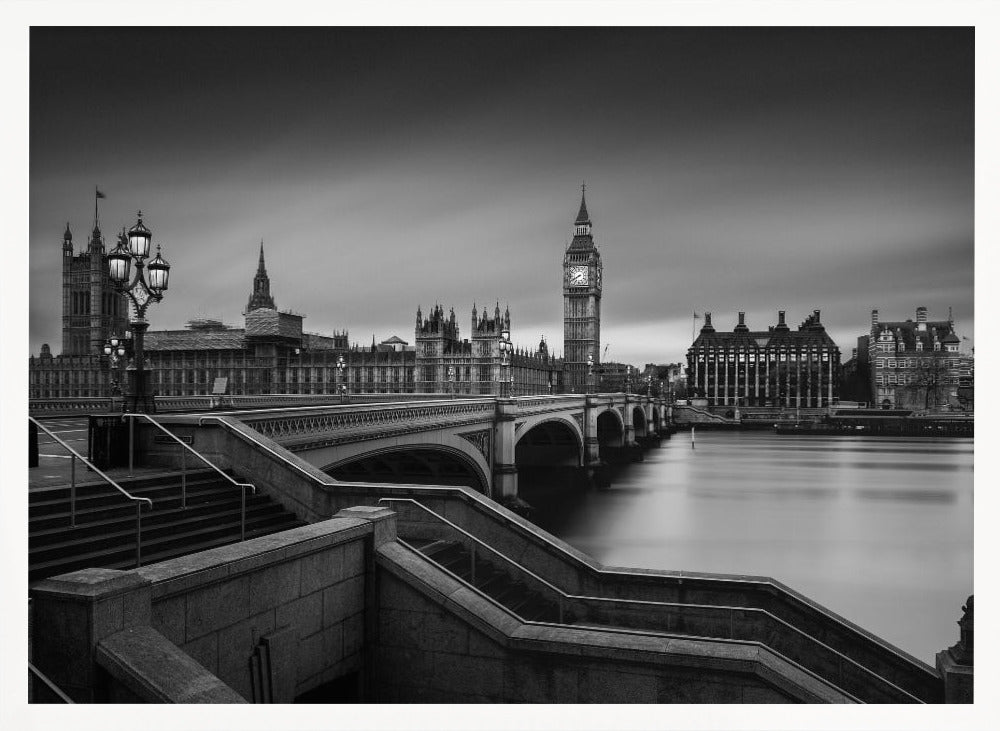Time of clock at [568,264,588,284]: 7:40
